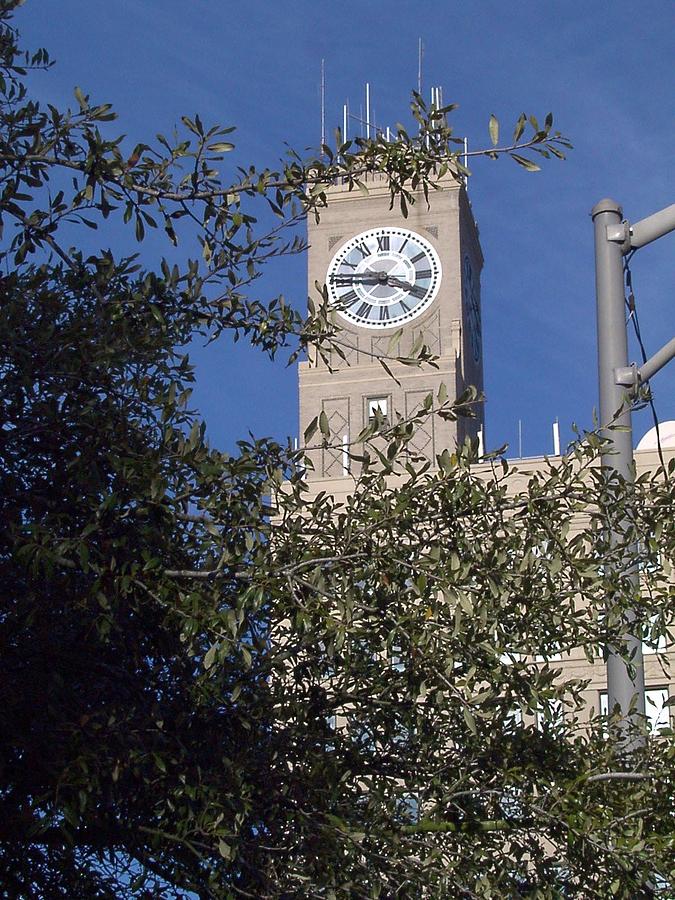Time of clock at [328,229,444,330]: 3:45
